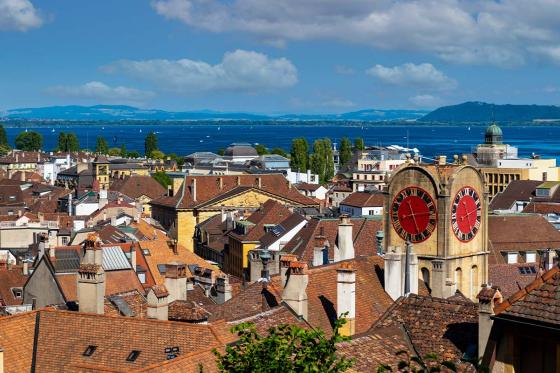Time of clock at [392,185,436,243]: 11:13
